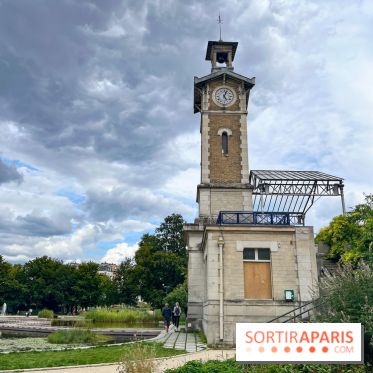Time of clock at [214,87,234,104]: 5:03
